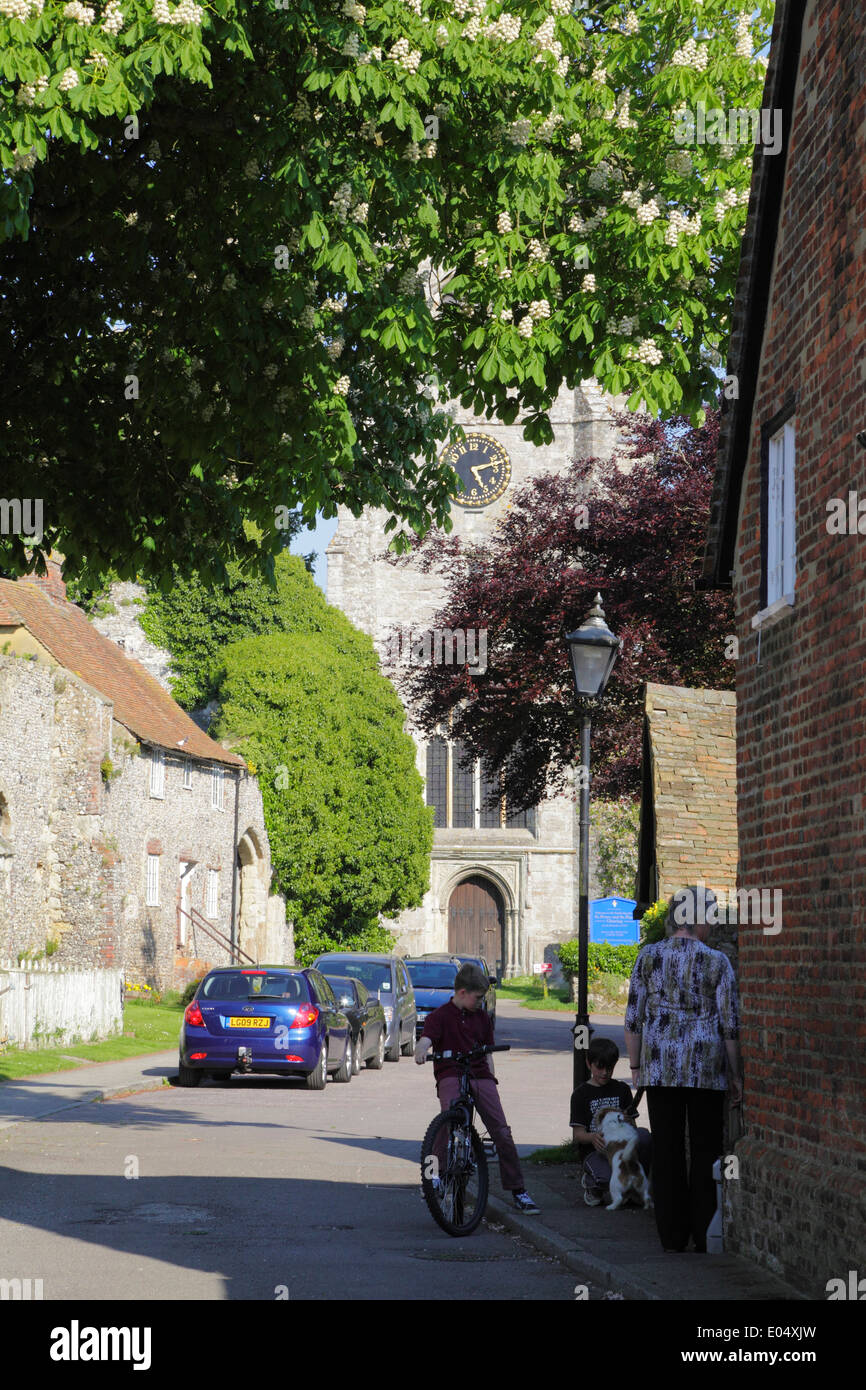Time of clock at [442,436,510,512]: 5:12
